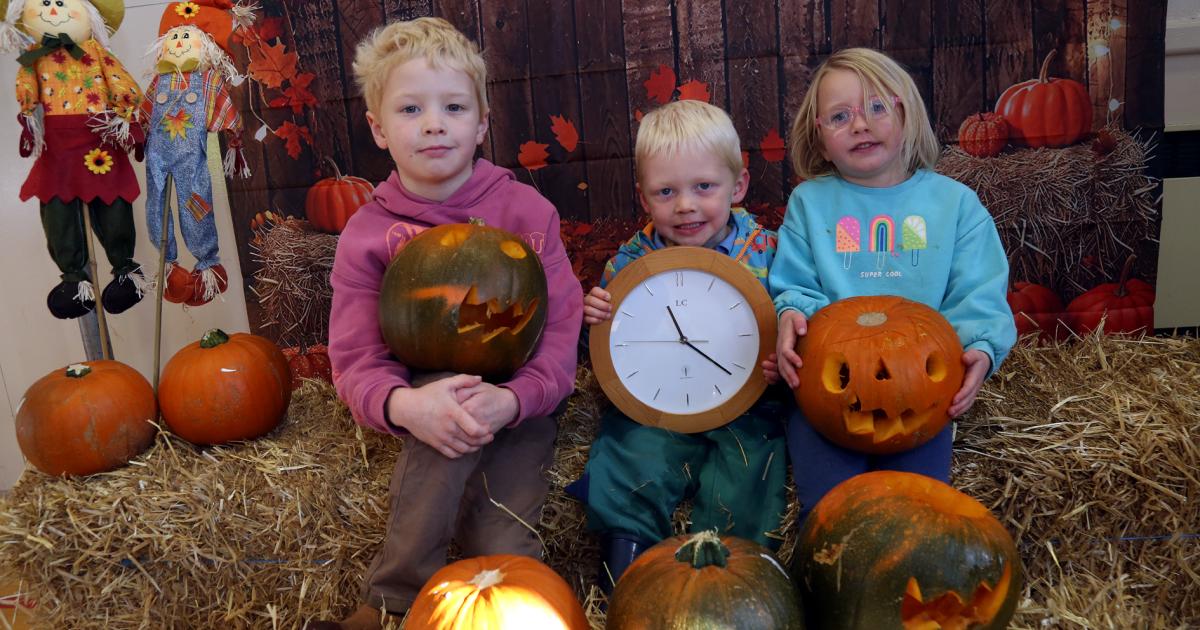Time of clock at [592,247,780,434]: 11:21
